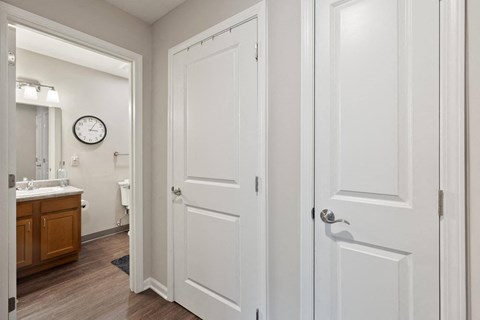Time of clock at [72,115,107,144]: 3:05
